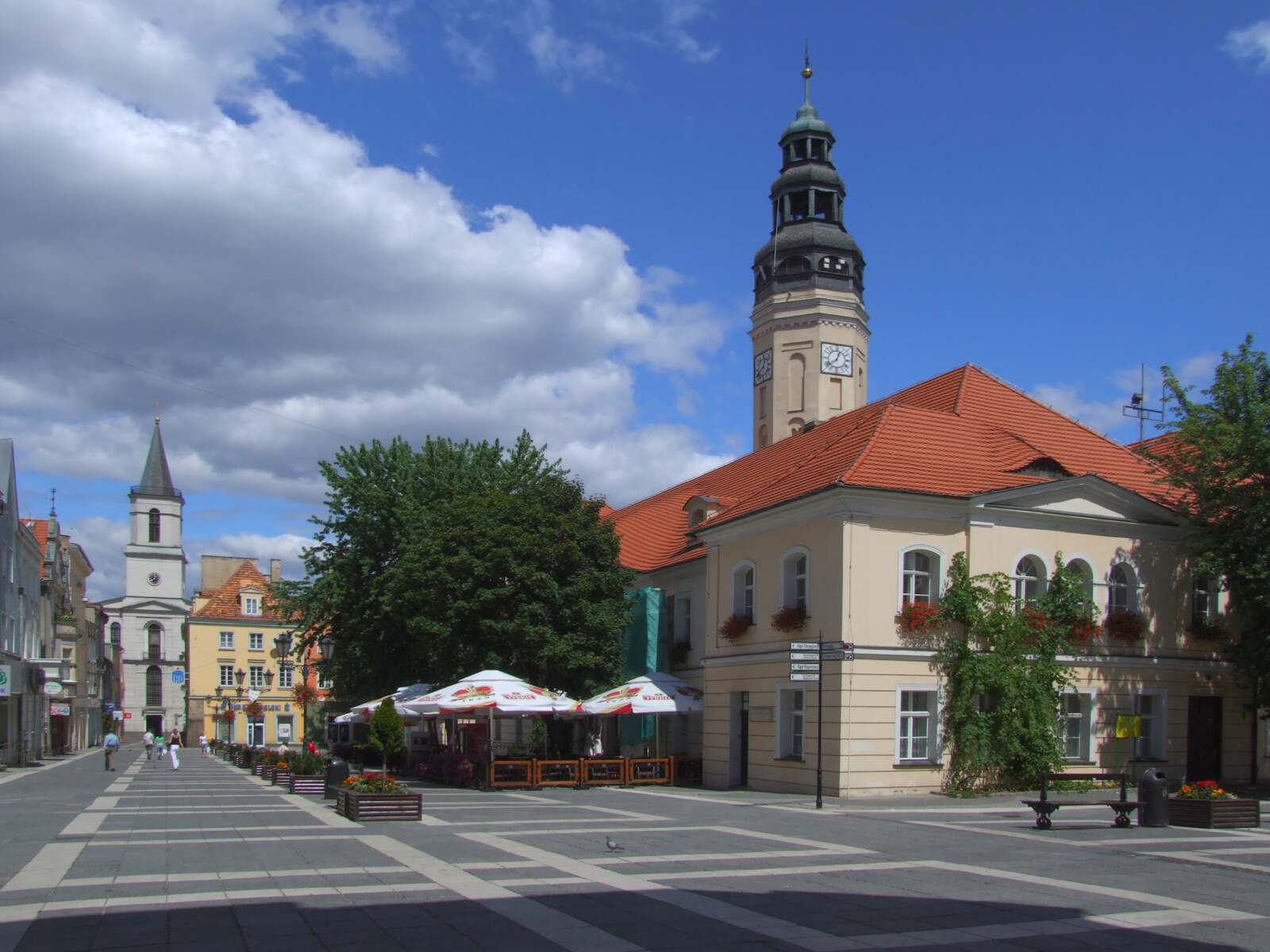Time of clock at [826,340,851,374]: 12:38
